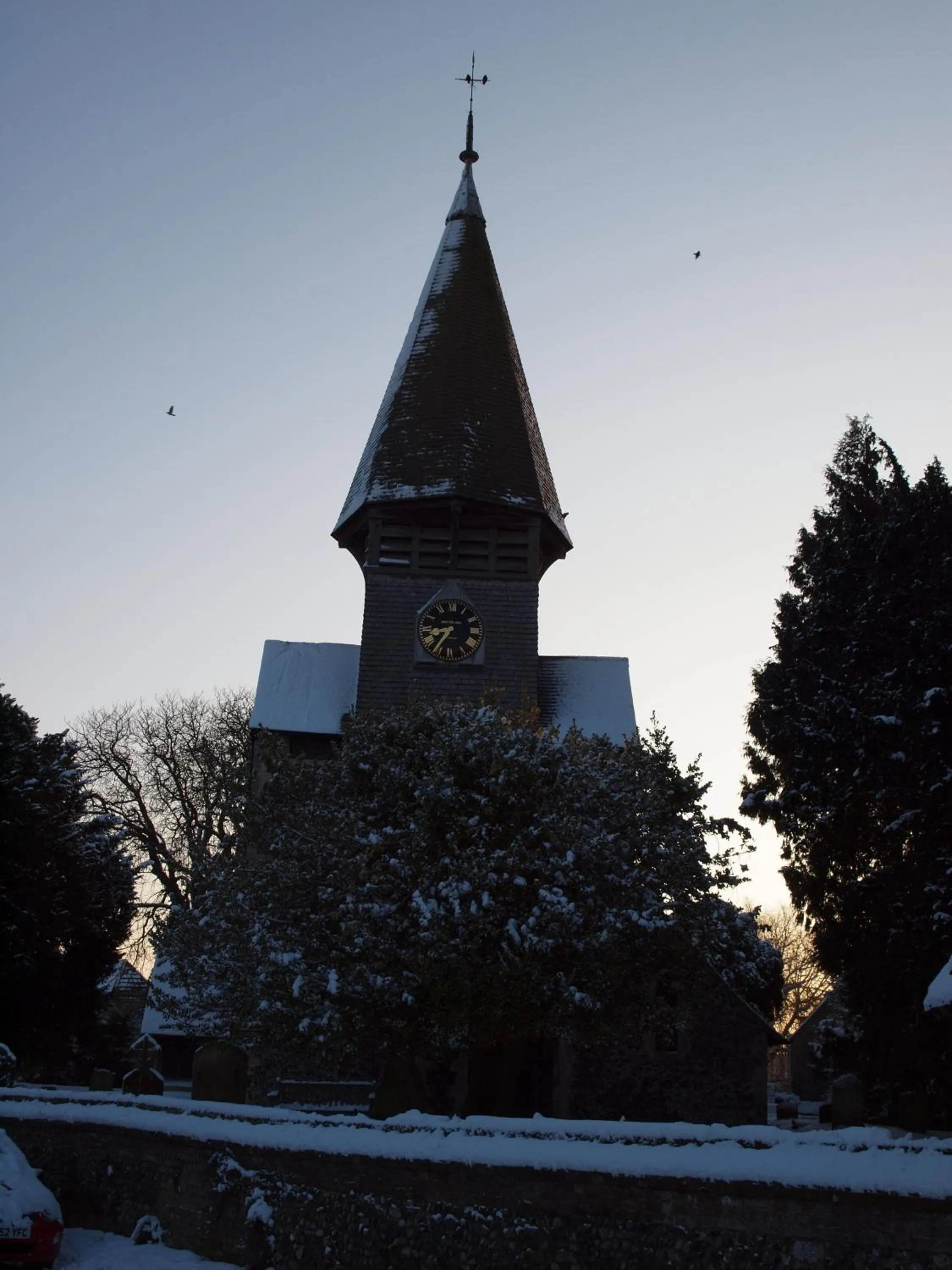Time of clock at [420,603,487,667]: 8:35
